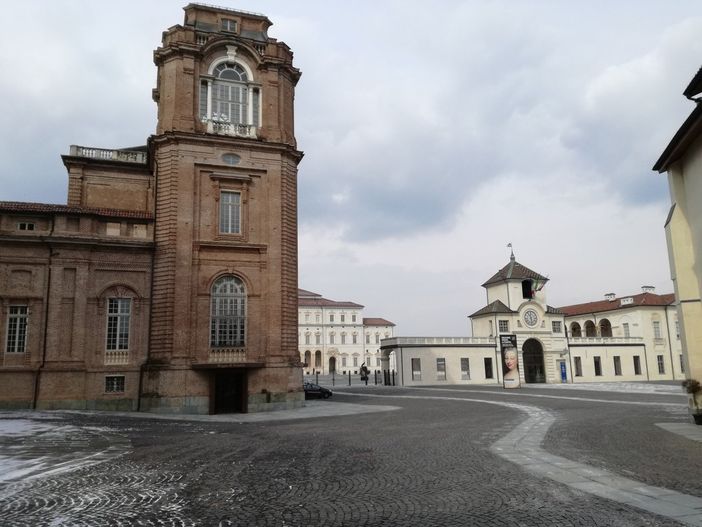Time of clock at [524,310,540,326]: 11:28
